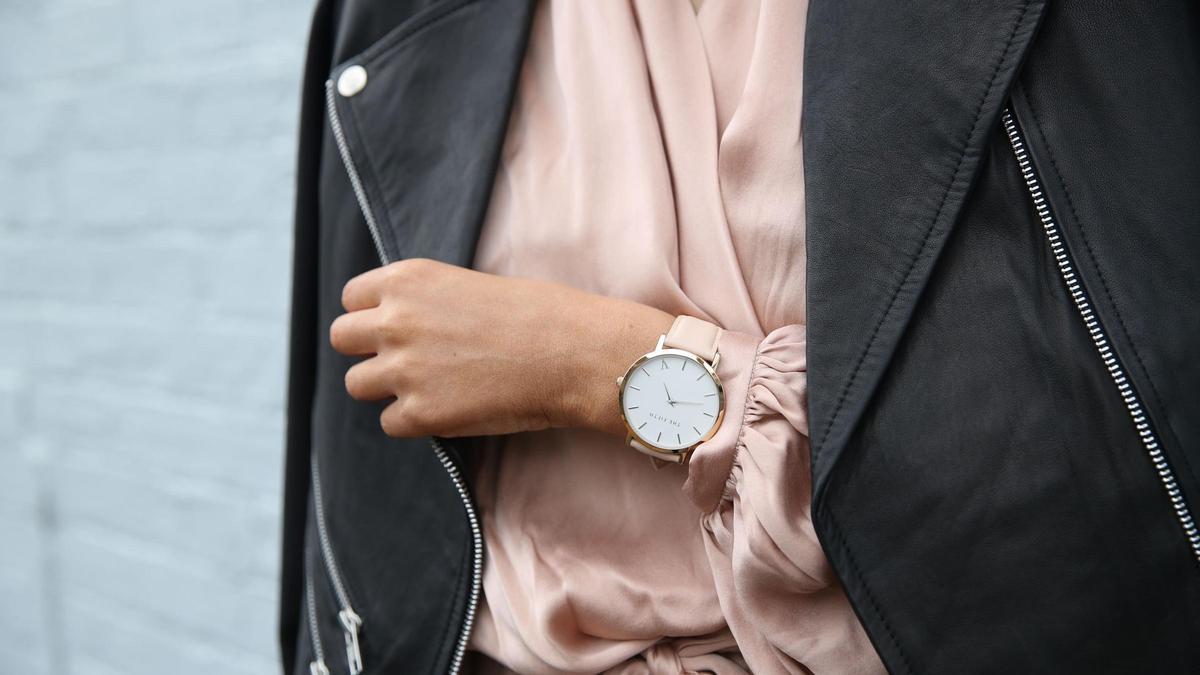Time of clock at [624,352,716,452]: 11:17
